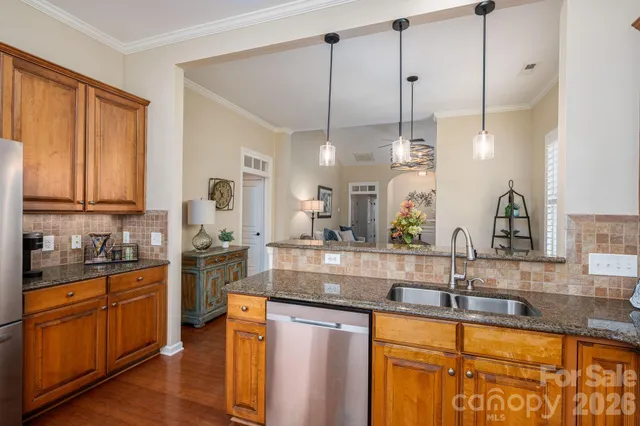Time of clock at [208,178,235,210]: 10:34
